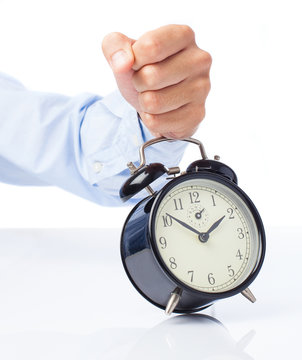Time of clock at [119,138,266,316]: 1:51
